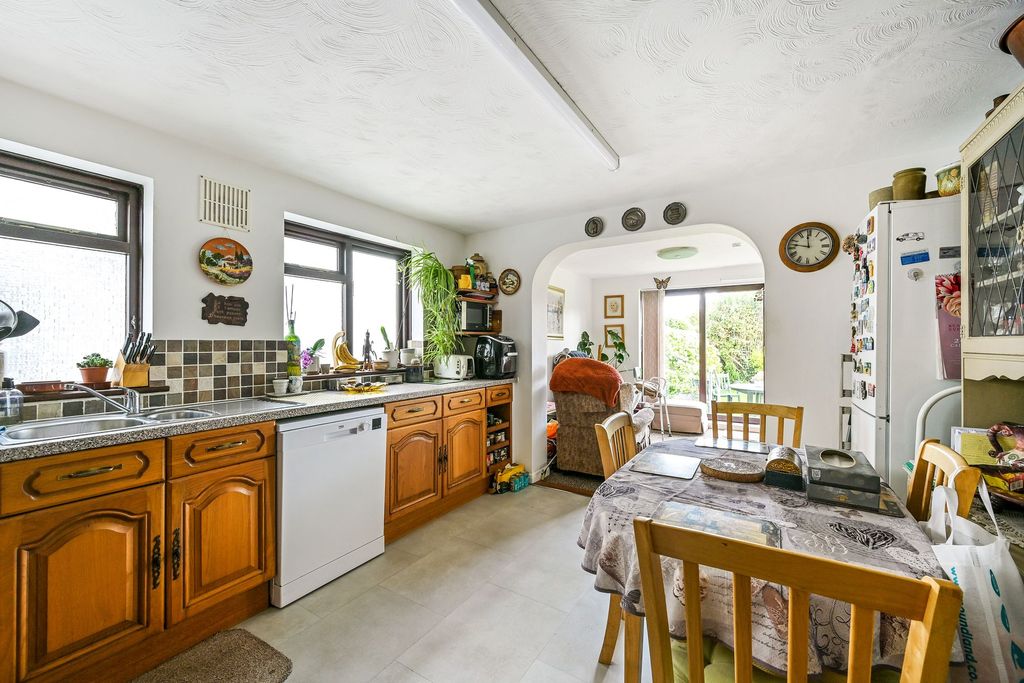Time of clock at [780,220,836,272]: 11:46
